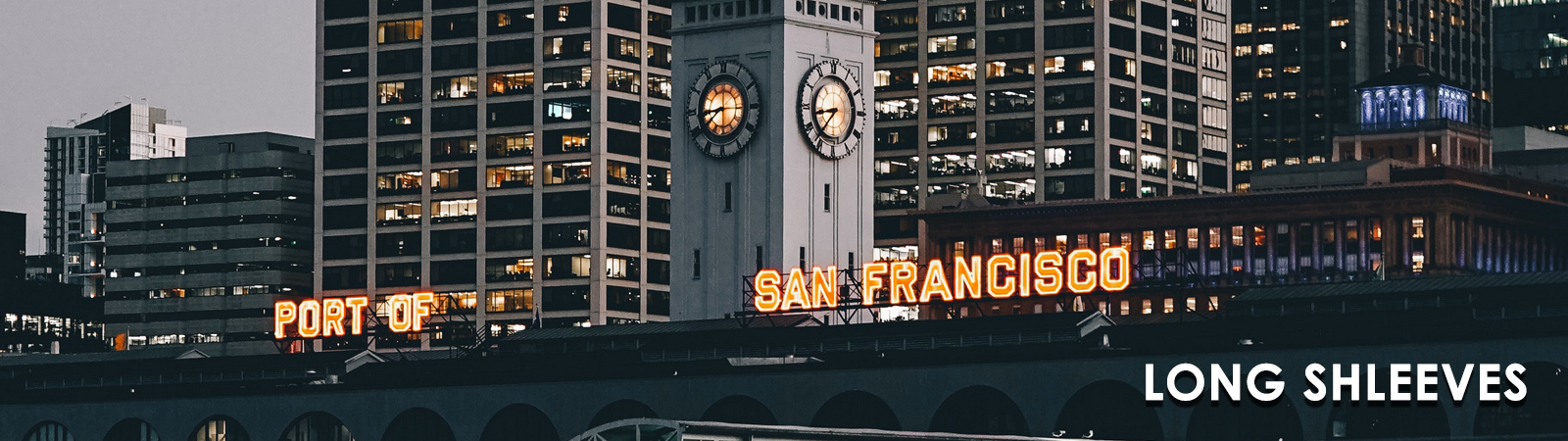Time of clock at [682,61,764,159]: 8:38
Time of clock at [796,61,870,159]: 8:37
